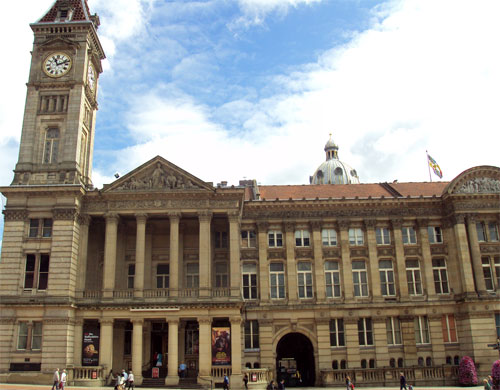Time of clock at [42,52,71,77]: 11:11
